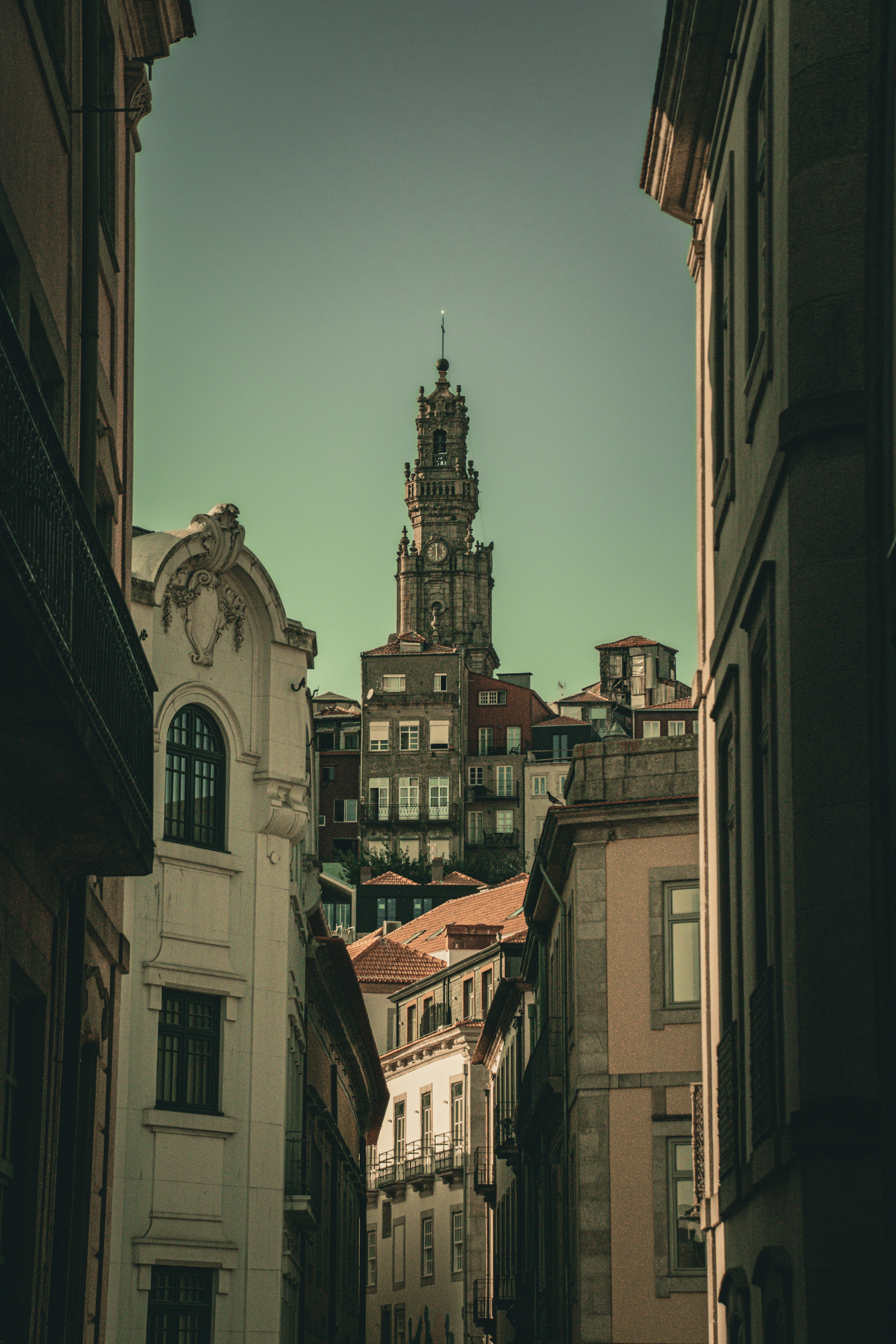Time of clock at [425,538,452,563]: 5:59
